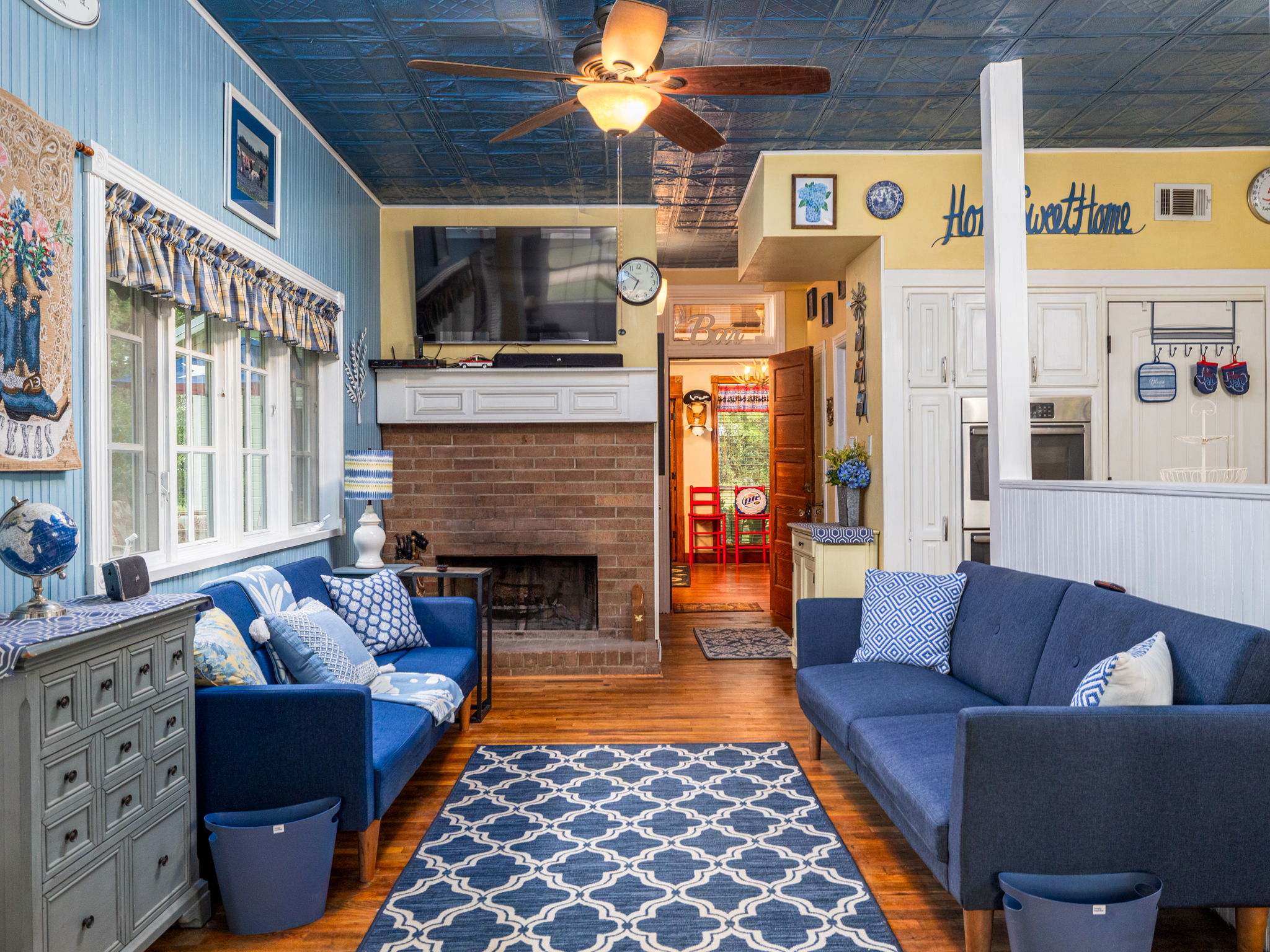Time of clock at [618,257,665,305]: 6:51
